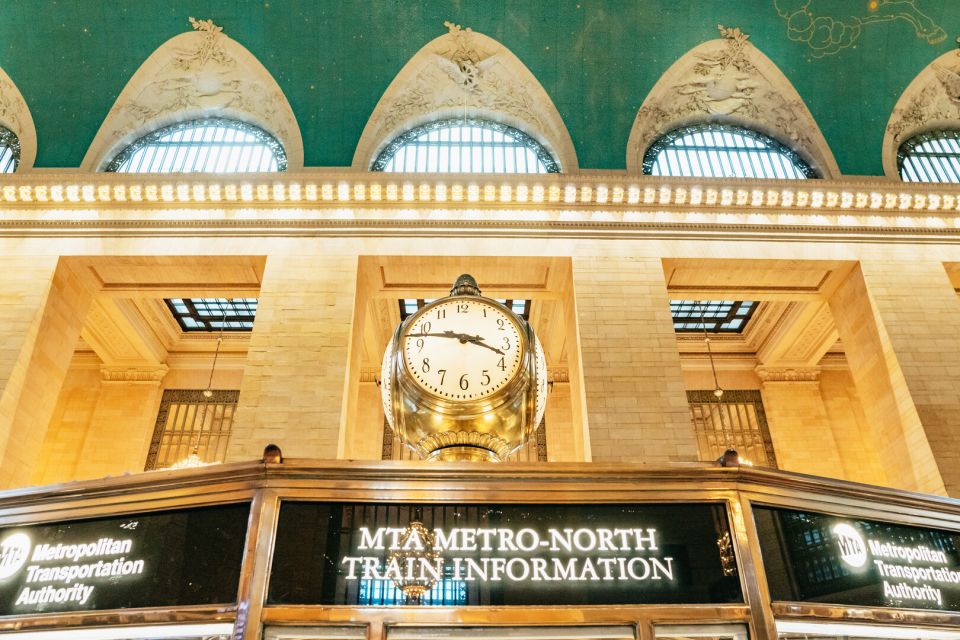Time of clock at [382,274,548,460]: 3:46
